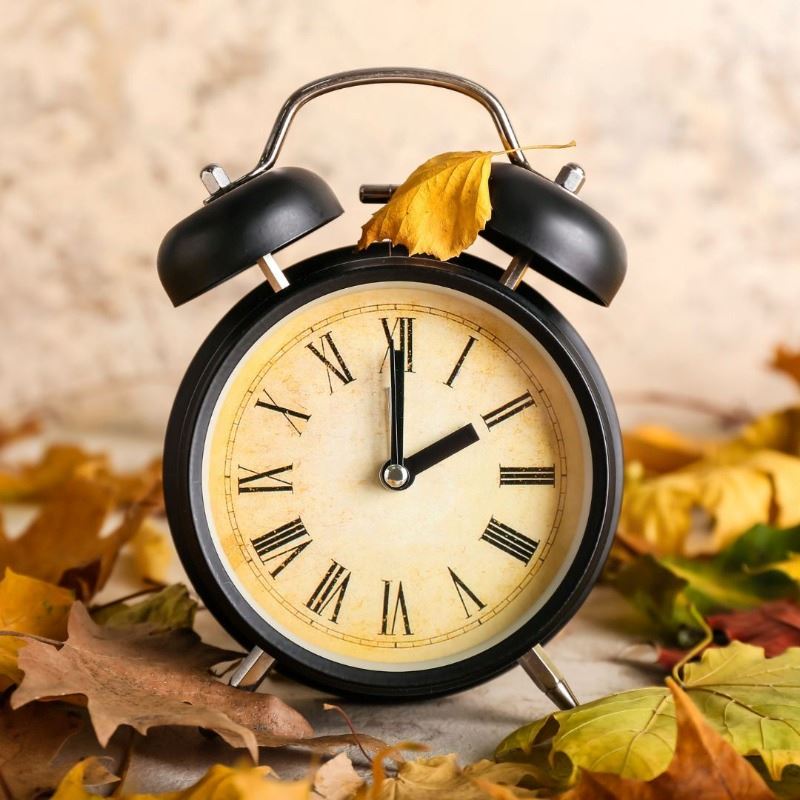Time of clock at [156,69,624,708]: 2:00
